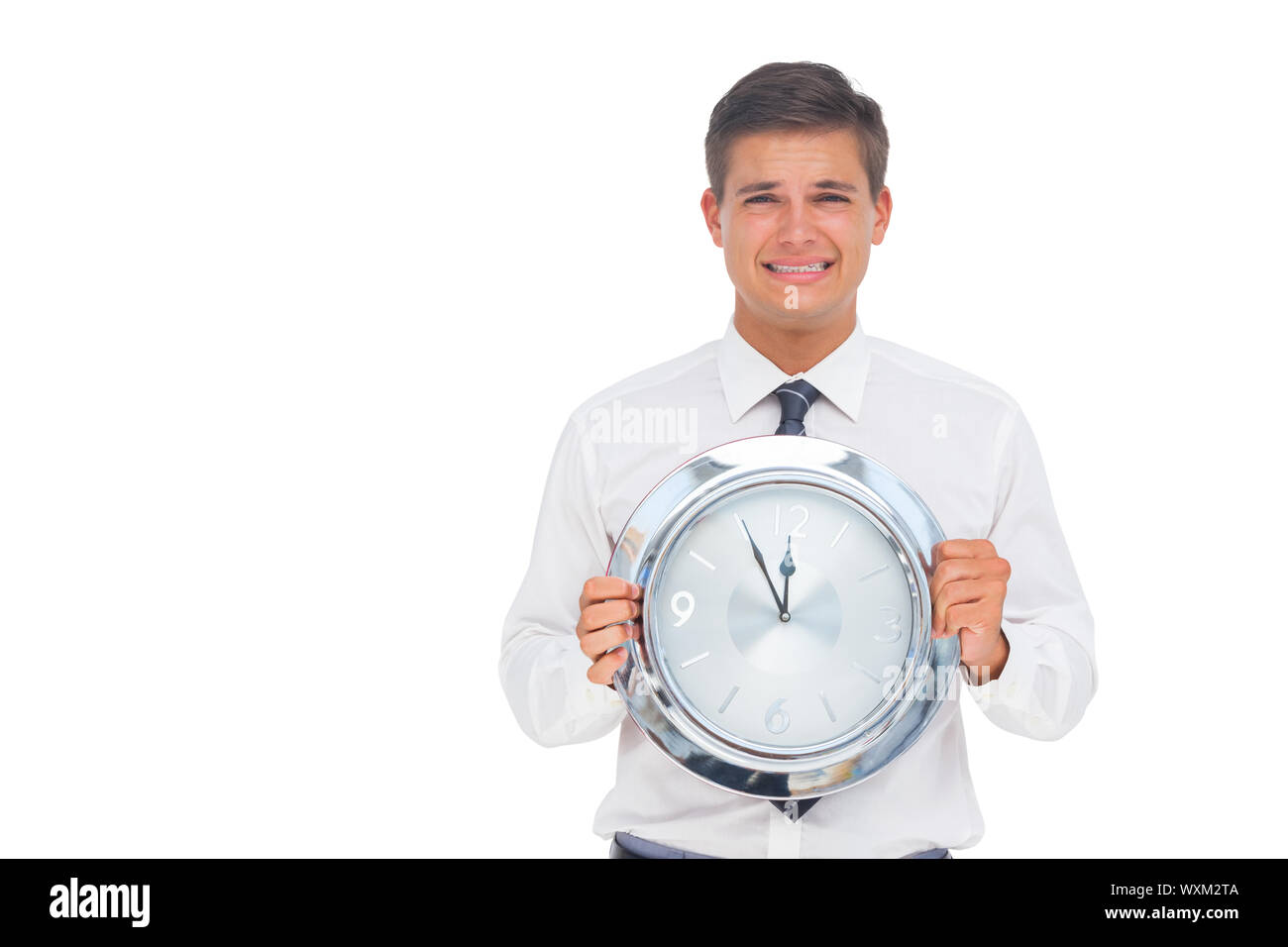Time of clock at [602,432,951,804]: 11:55
